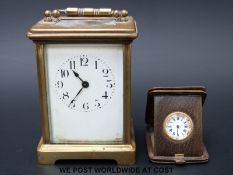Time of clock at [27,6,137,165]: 10:37
